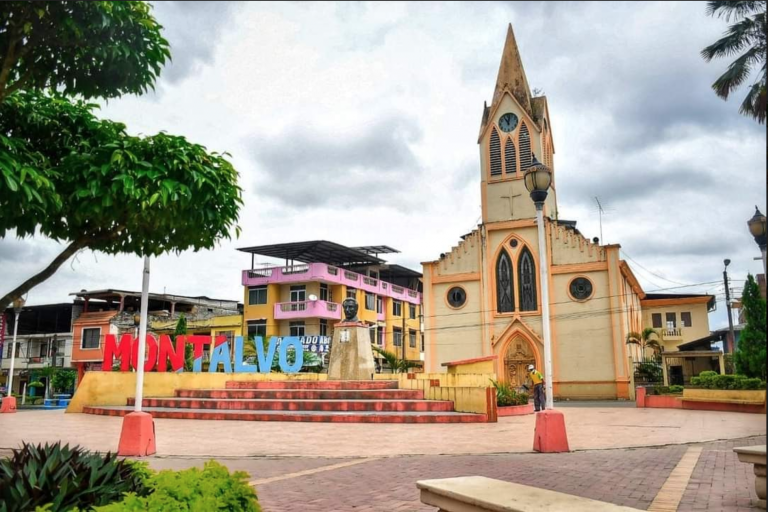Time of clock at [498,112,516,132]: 11:02
